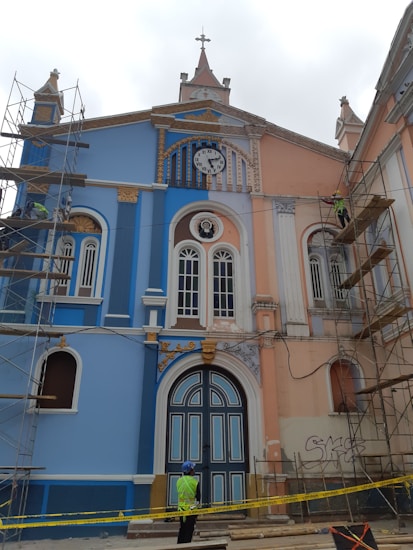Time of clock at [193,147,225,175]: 5:11
